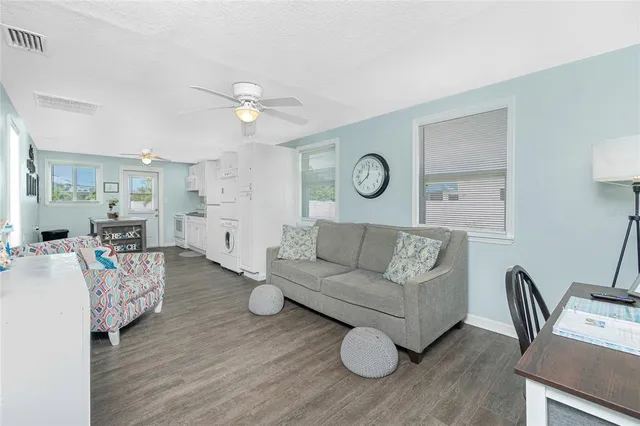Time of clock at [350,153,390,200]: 12:38
